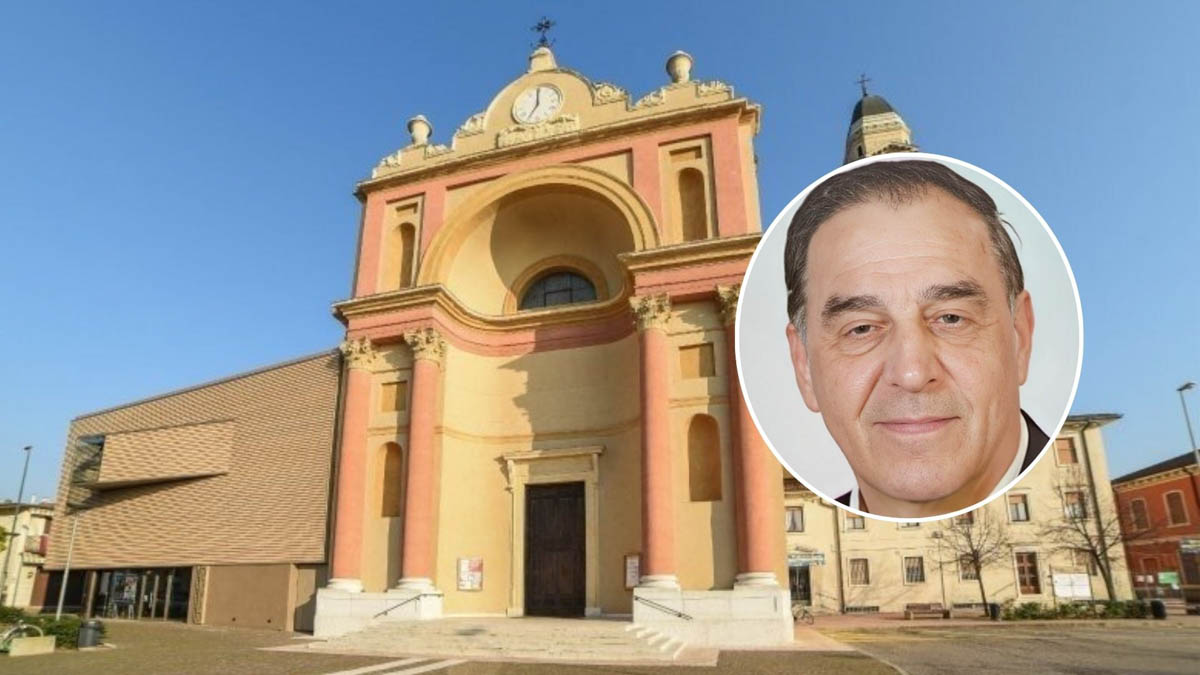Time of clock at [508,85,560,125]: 7:00
